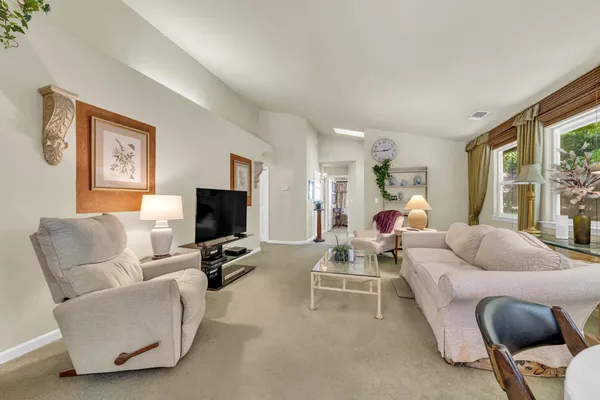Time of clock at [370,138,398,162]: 2:44
